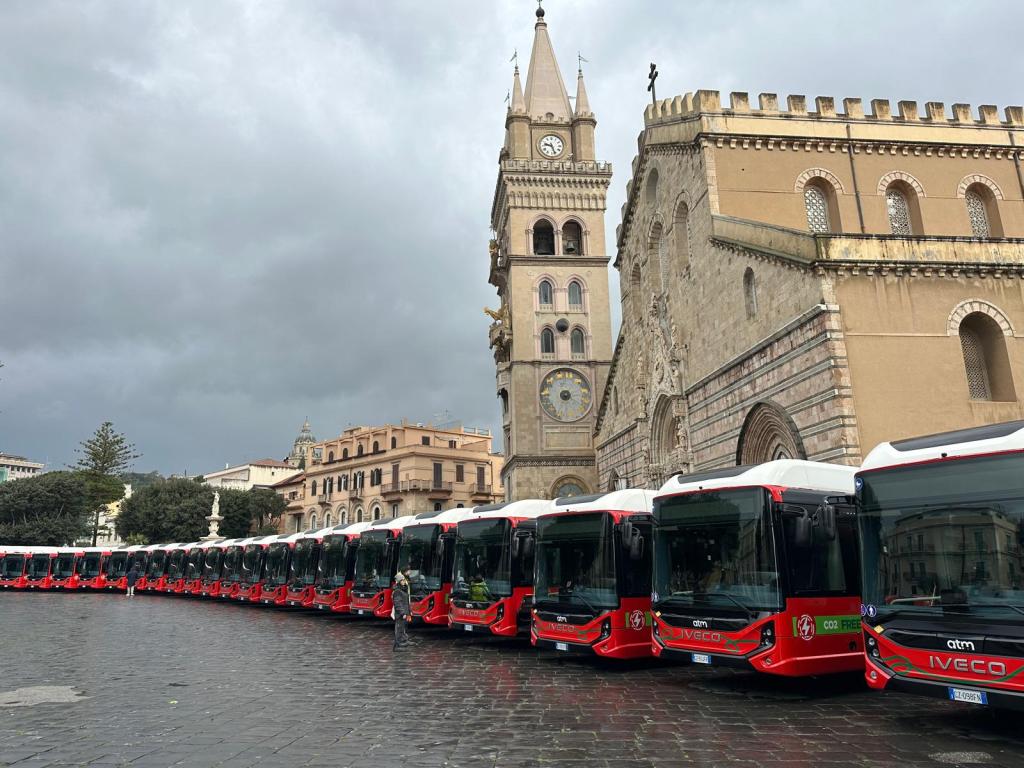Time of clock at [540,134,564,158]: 9:26
